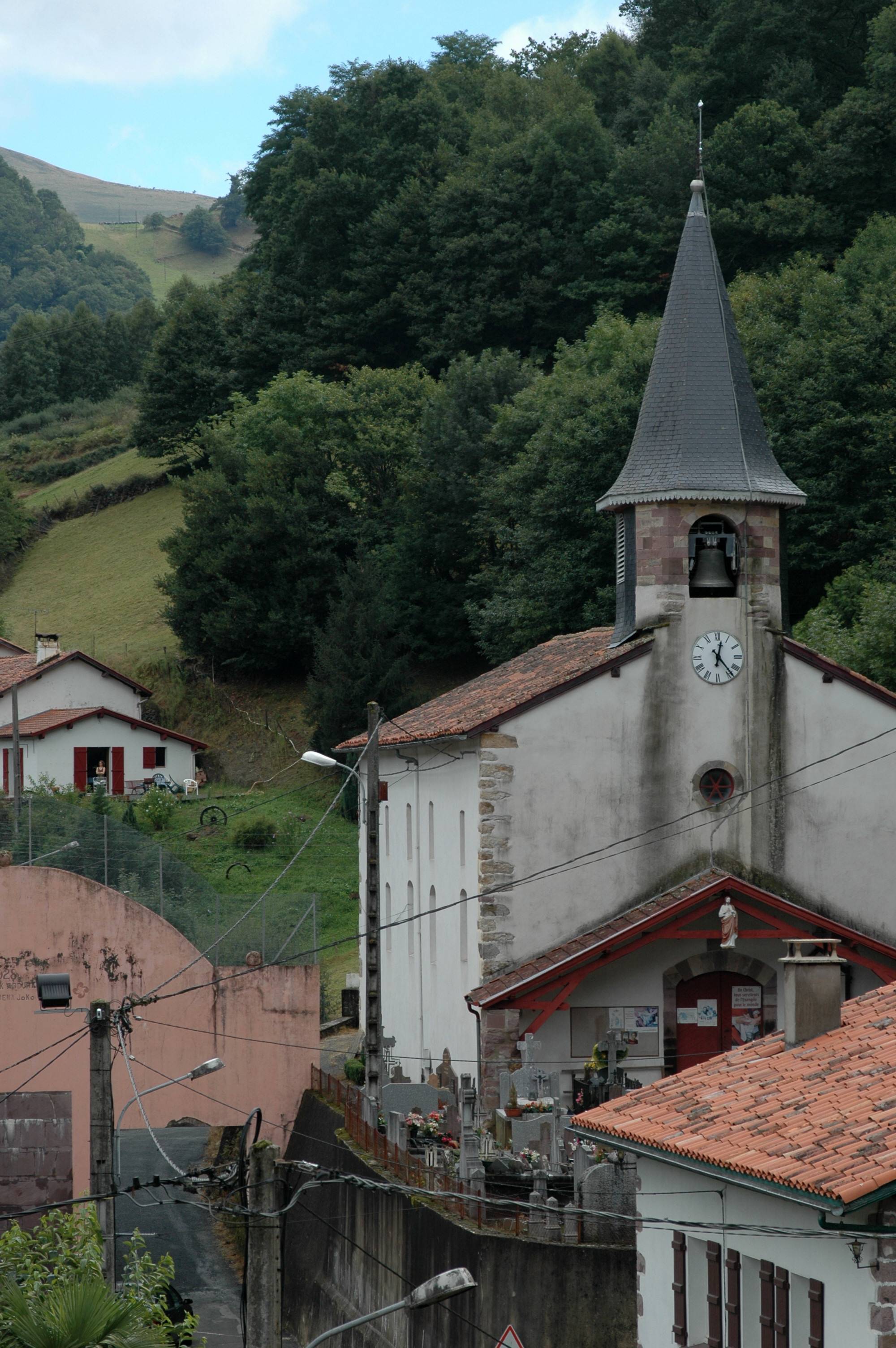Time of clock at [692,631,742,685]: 12:23
